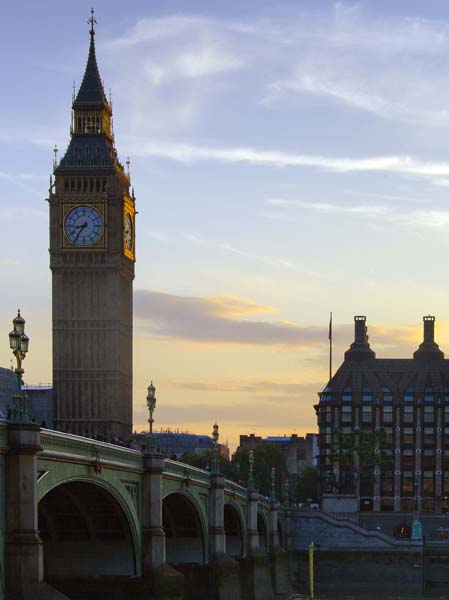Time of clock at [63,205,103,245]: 8:36
